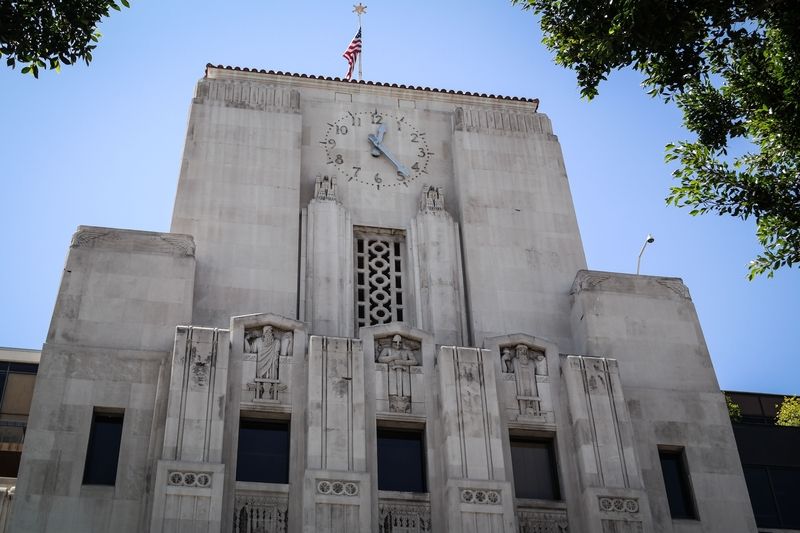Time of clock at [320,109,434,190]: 12:23
